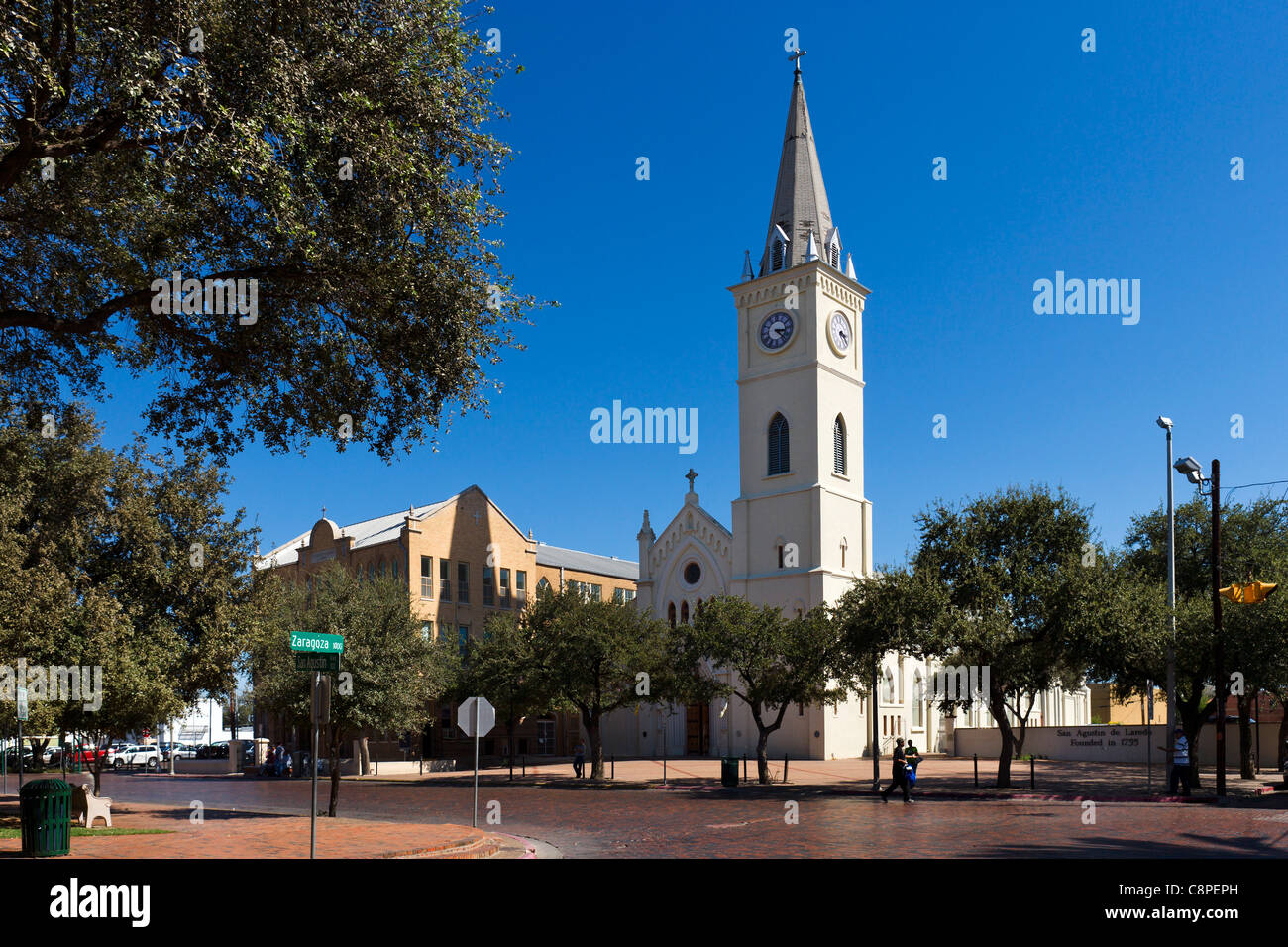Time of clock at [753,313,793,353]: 3:22
